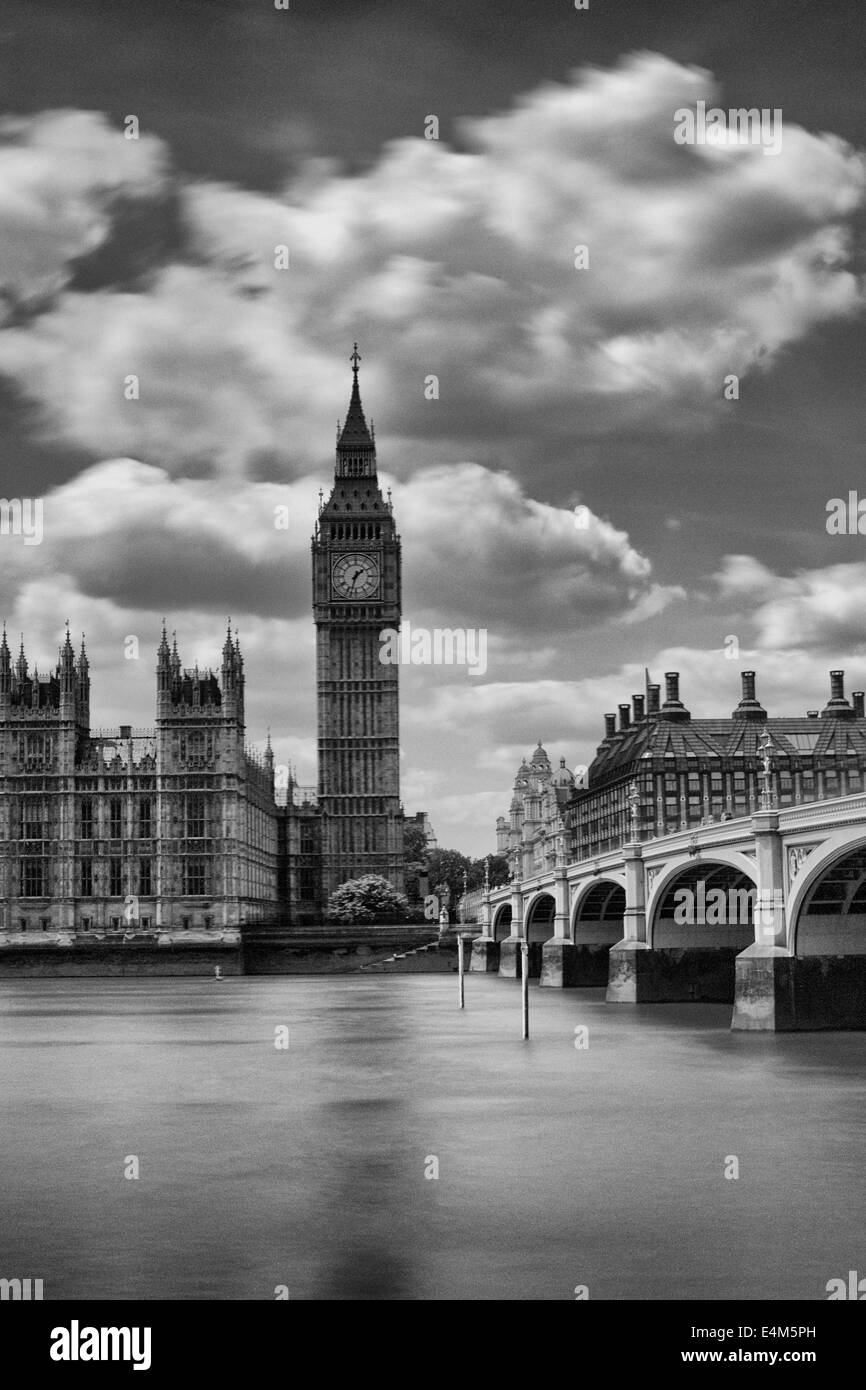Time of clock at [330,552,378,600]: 1:32
